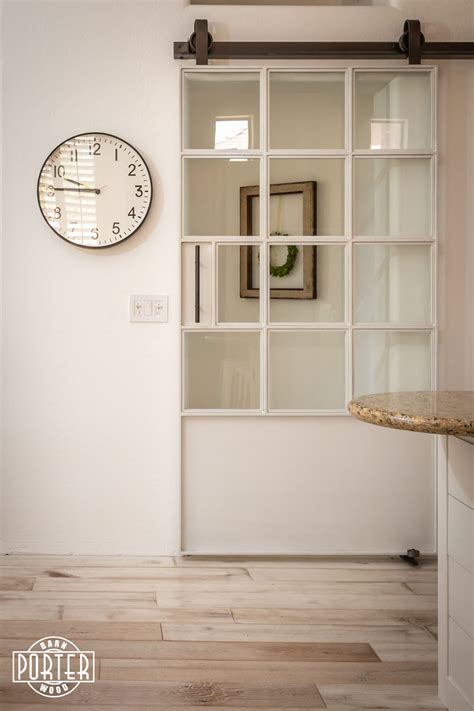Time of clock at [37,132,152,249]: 9:45
